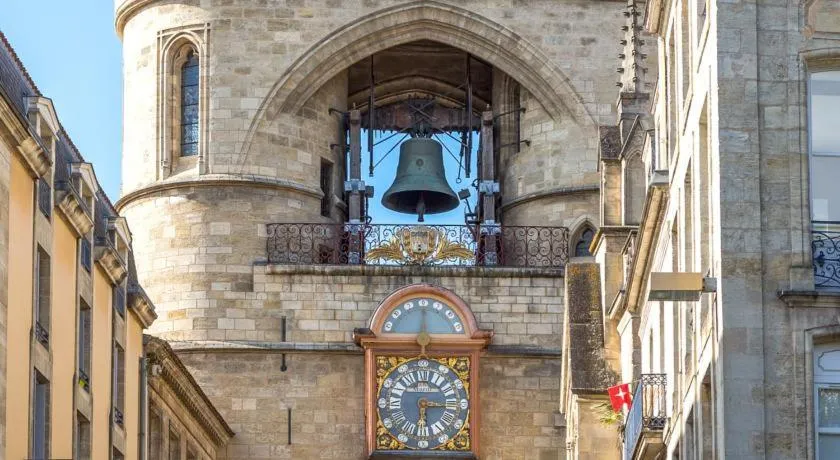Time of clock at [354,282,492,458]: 6:15
